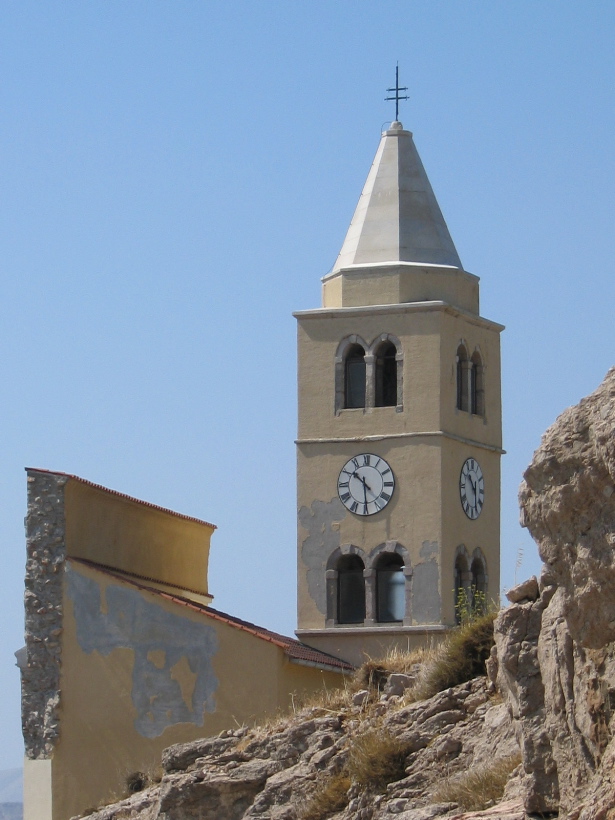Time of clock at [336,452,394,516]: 10:29
